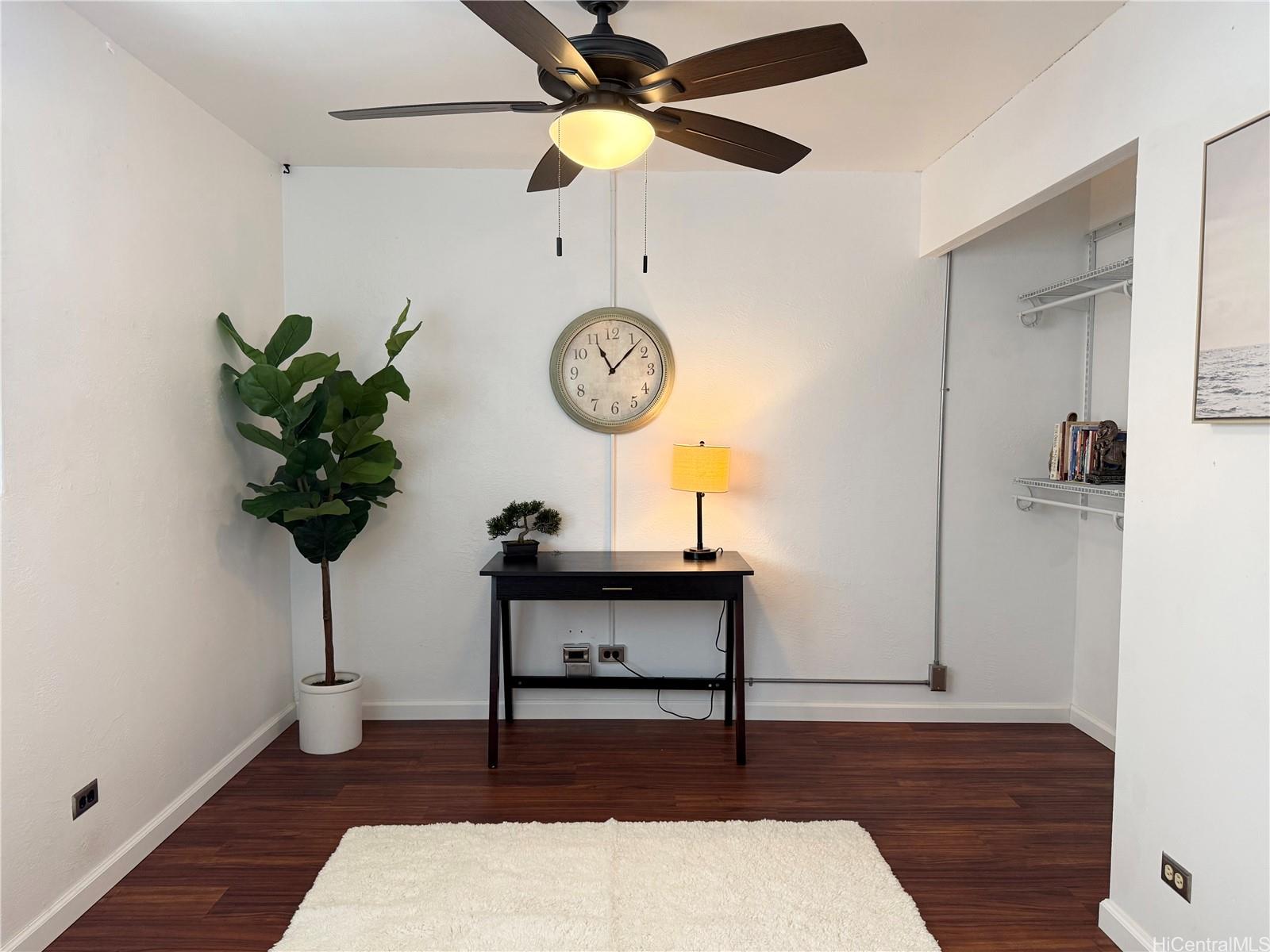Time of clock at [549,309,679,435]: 11:07
